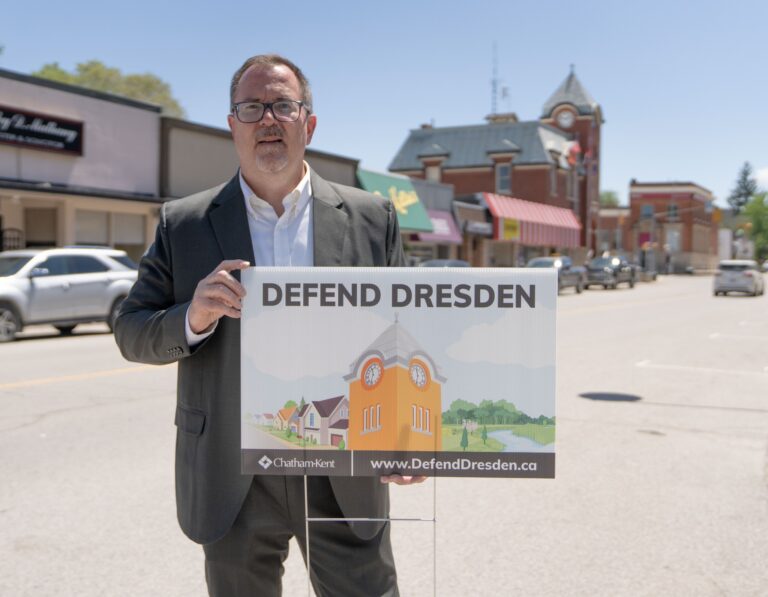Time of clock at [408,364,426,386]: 11:32
